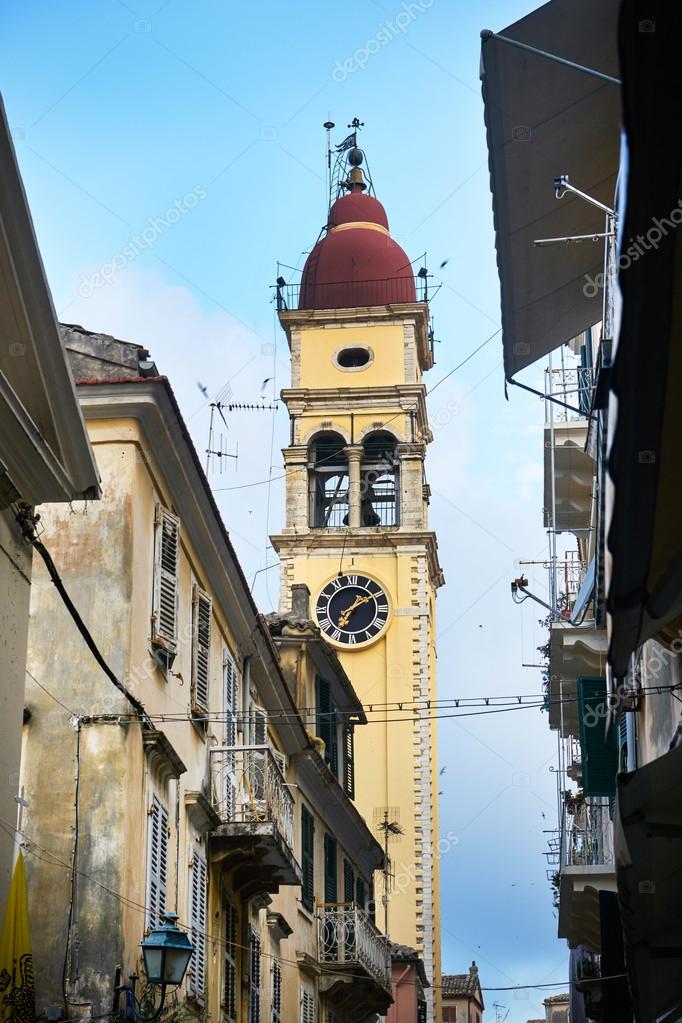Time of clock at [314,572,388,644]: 7:09
